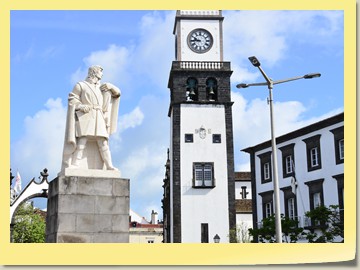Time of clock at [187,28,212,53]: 9:44
